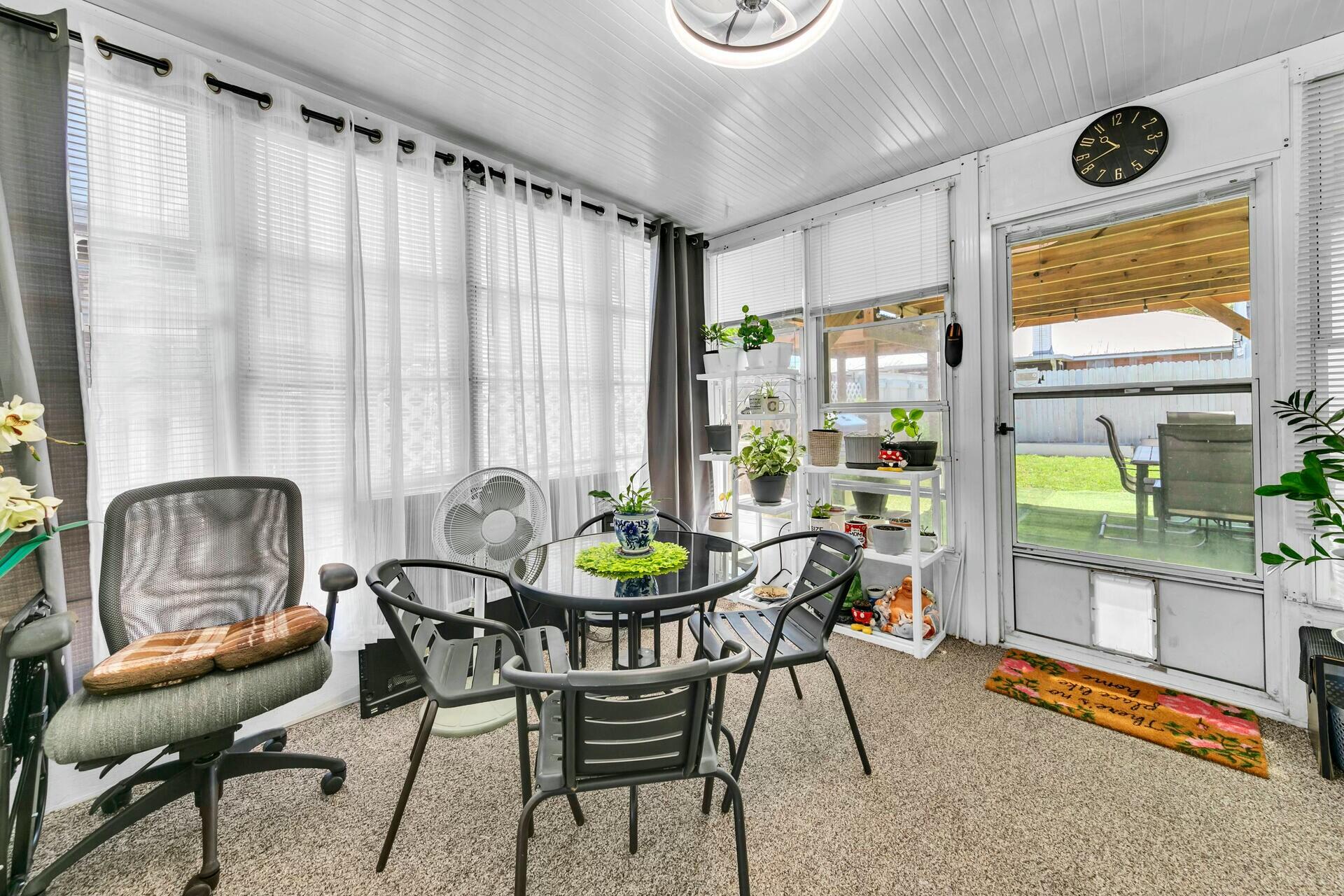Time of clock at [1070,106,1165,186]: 10:41
